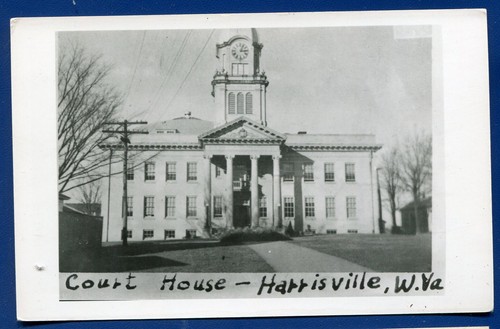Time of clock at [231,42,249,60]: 3:04
